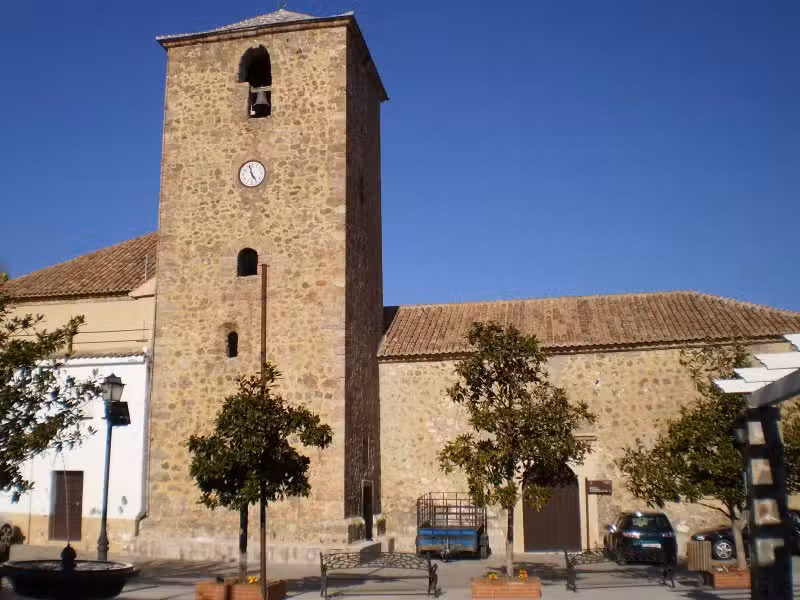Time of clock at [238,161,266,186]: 4:57
